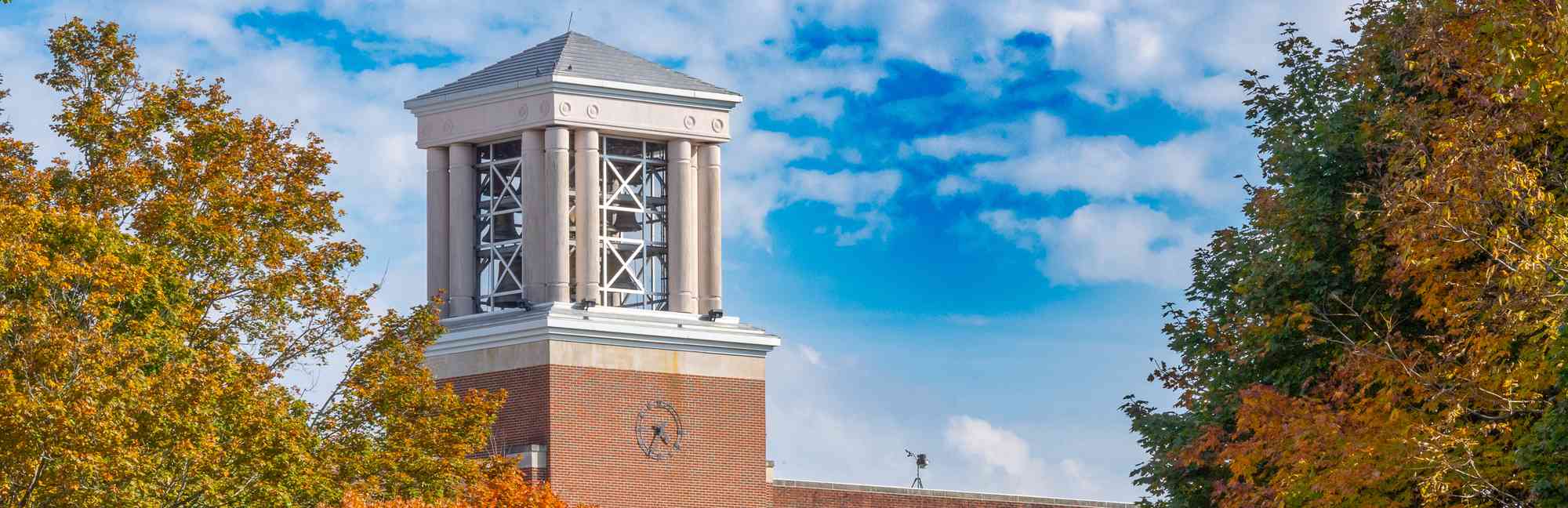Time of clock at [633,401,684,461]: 4:34
